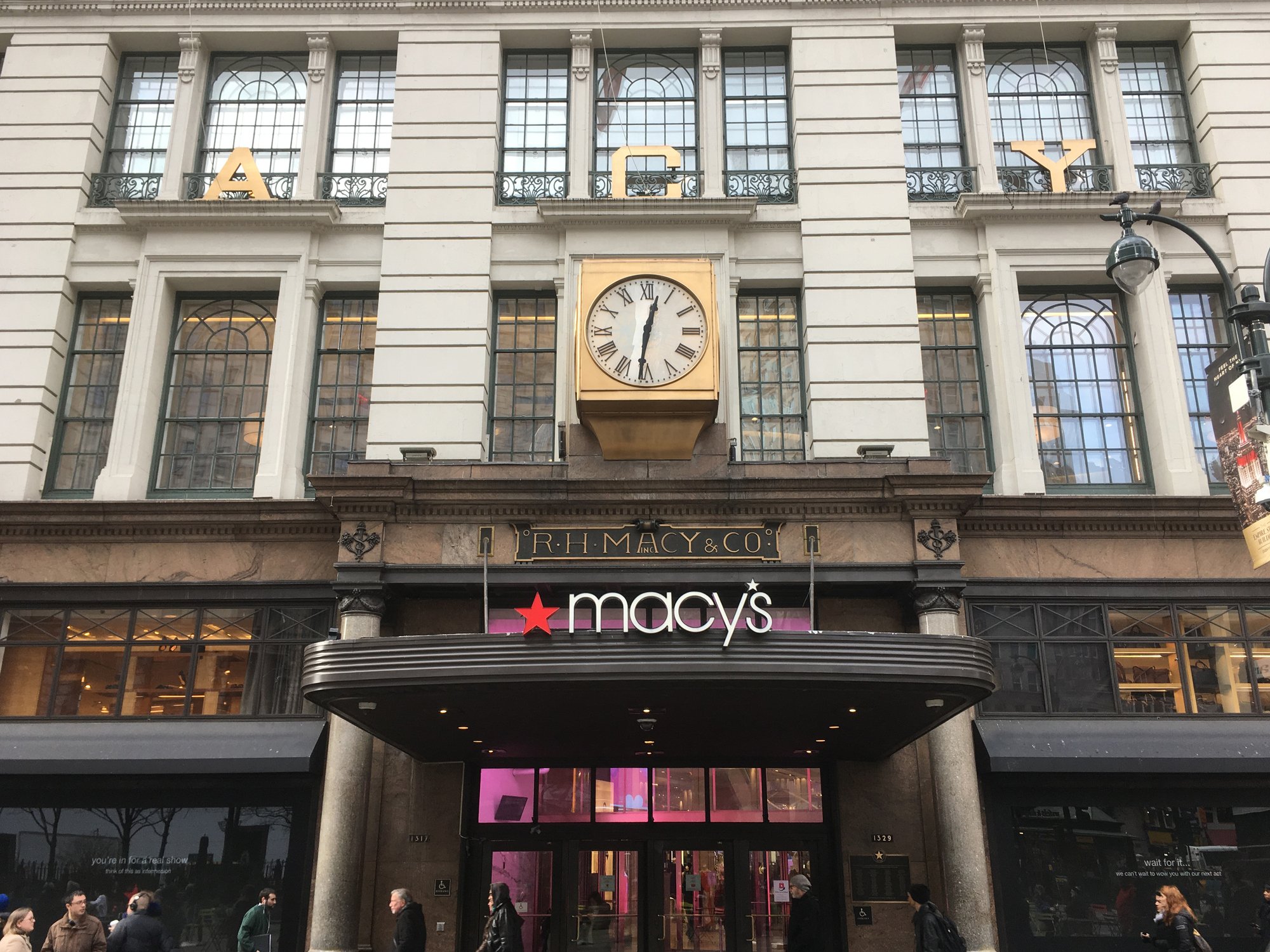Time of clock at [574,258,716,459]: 12:31
